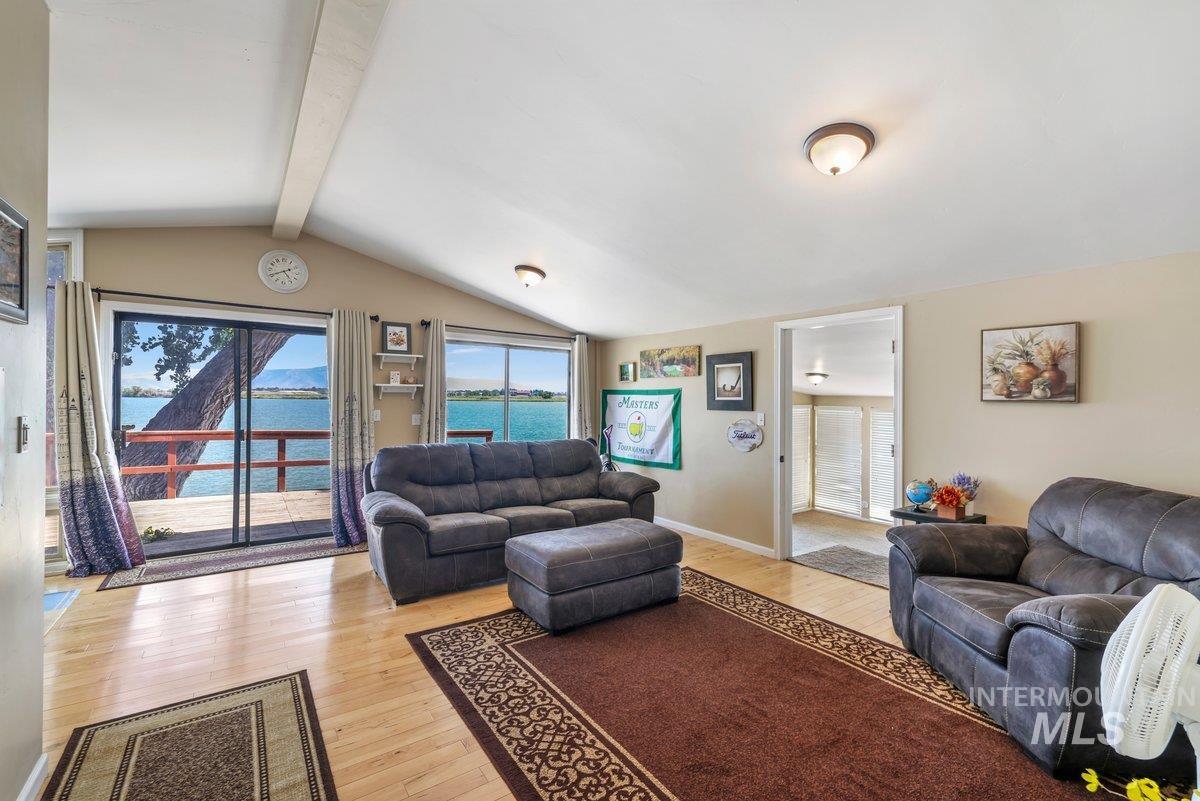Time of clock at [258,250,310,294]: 4:40
